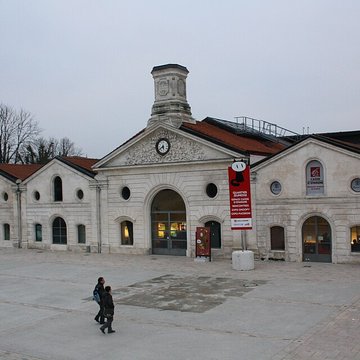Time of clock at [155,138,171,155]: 5:40
